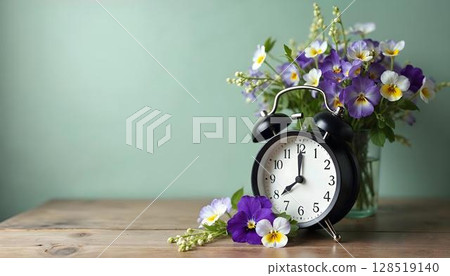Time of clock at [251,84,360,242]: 8:00
